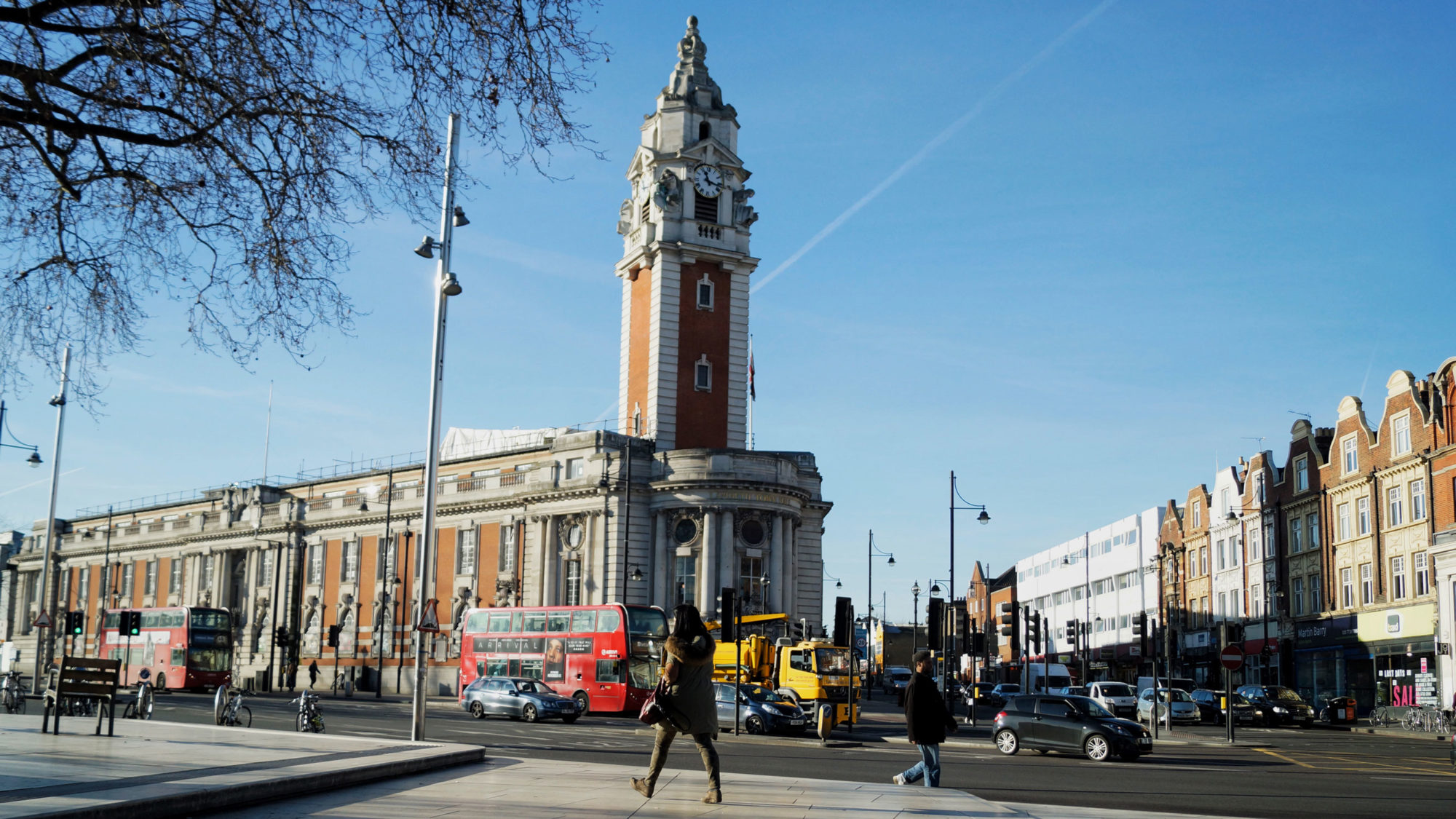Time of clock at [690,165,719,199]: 11:17
